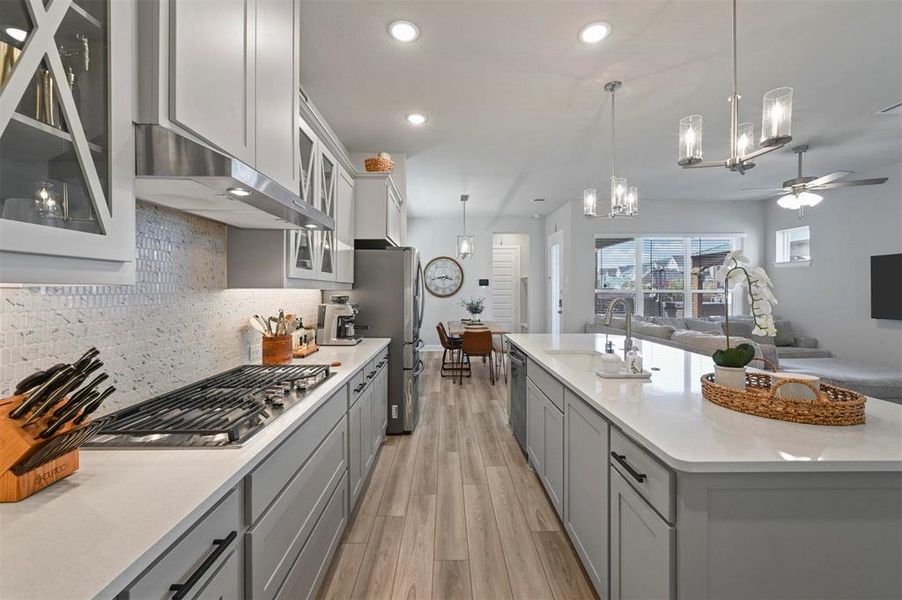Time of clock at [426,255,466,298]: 3:43
